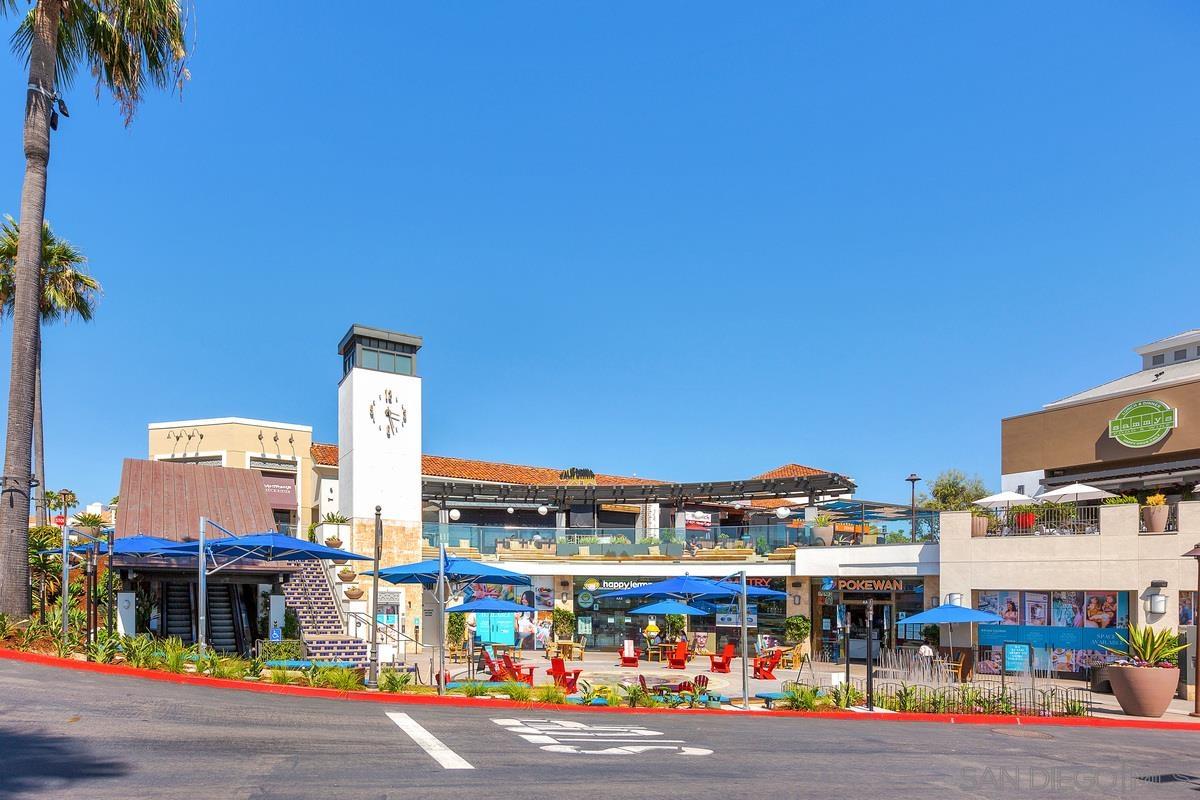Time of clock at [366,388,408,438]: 3:27
